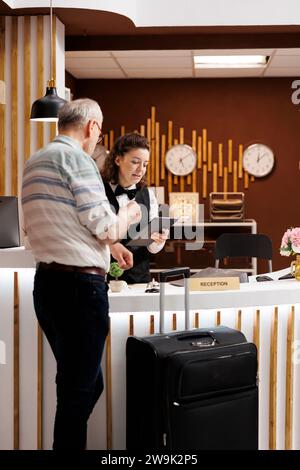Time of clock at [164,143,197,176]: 5:08
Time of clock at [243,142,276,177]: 12:07
